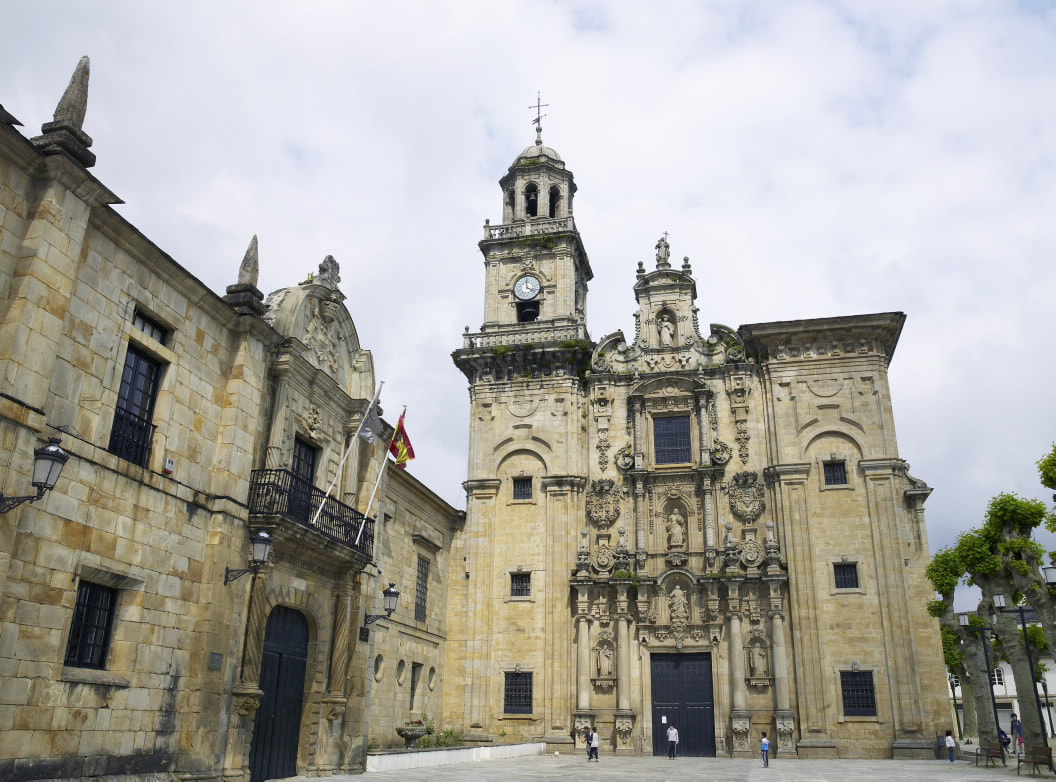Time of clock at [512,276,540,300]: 3:58
